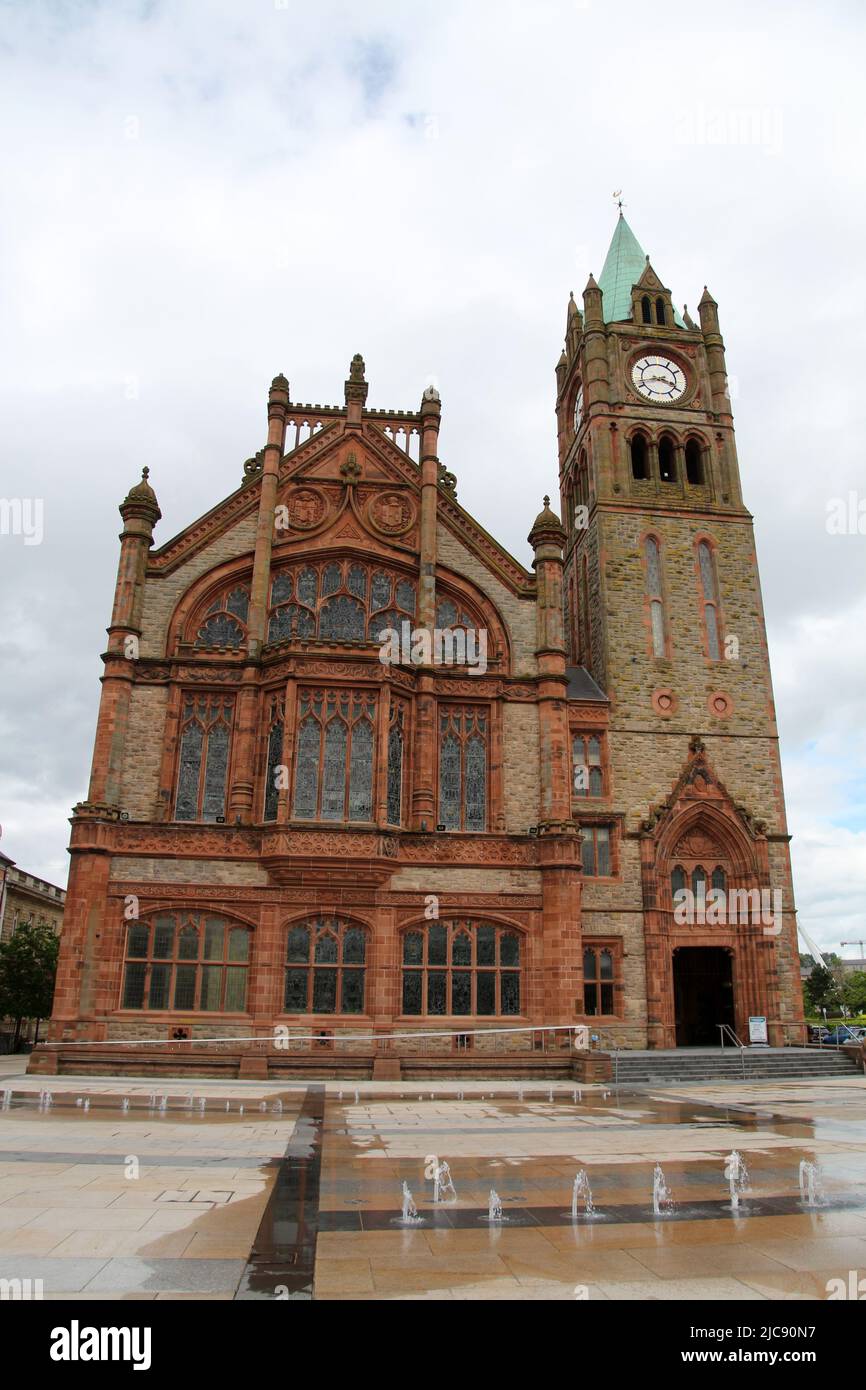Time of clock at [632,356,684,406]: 3:42
